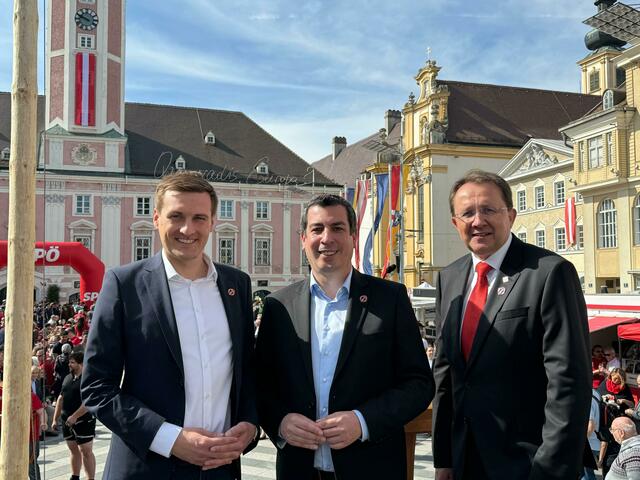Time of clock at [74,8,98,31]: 9:48
